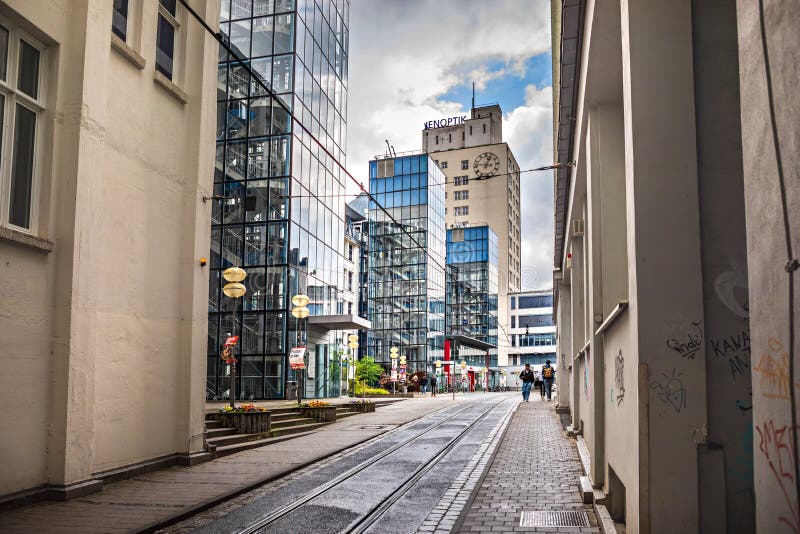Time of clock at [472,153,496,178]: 3:04
